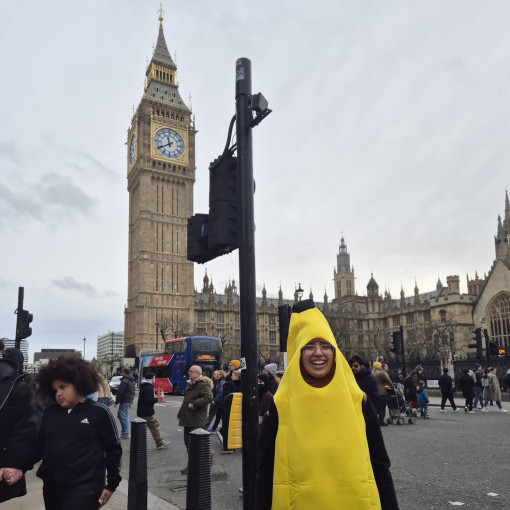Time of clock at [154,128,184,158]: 11:39
